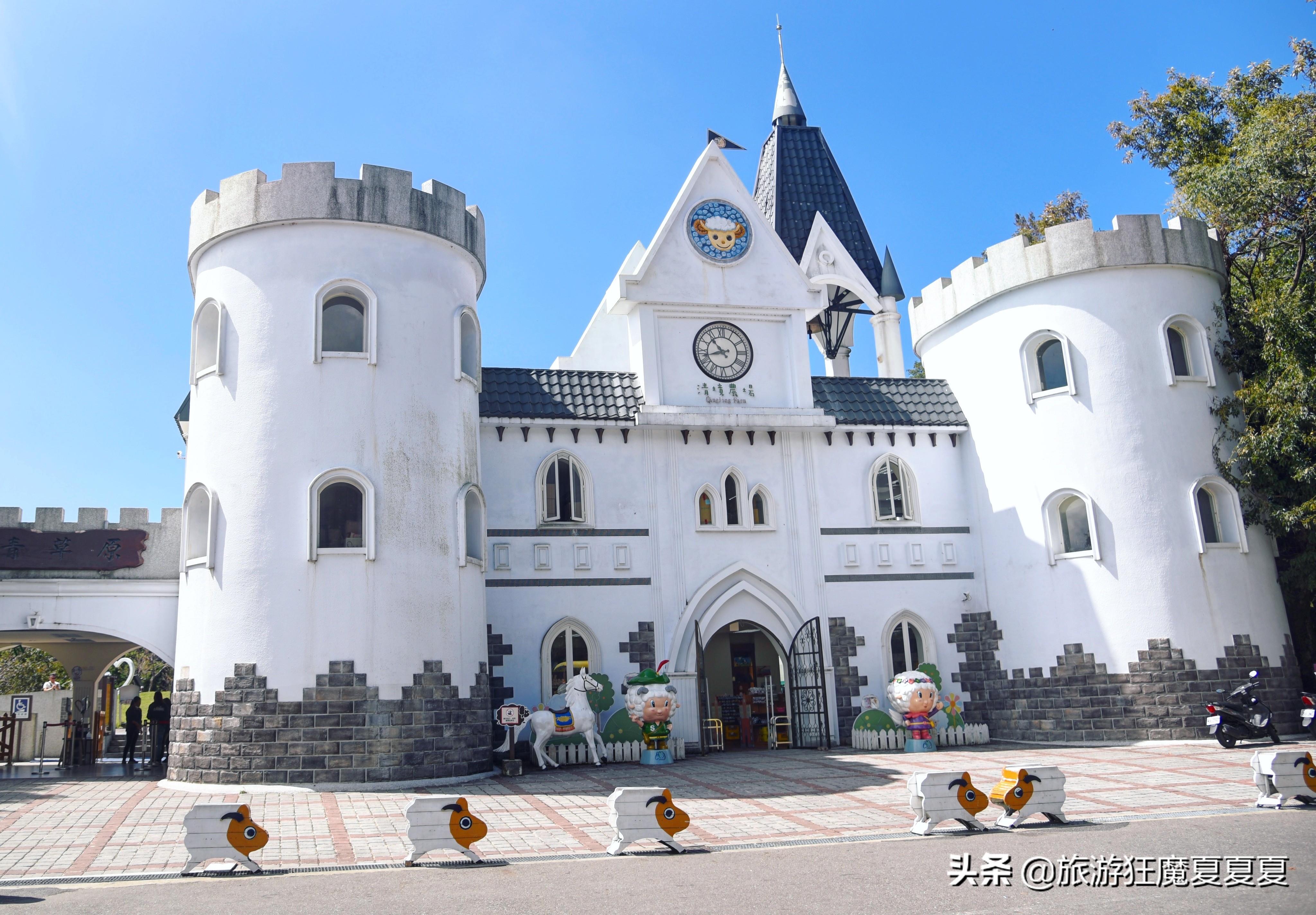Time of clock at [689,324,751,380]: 10:42
